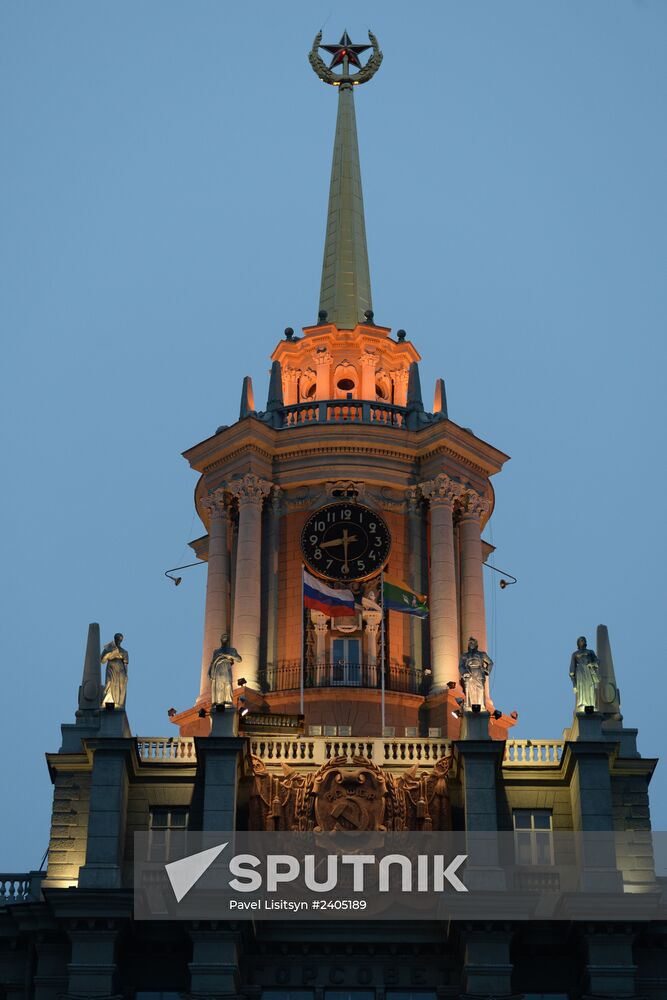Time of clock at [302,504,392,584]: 8:29
